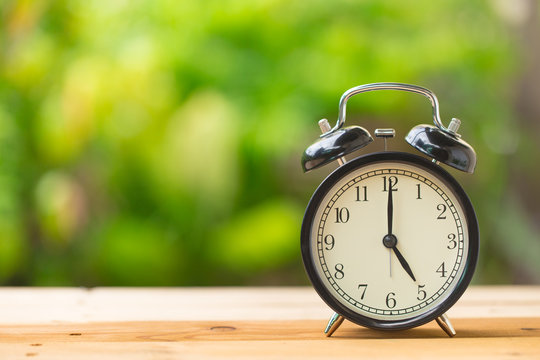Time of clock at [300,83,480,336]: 5:00
